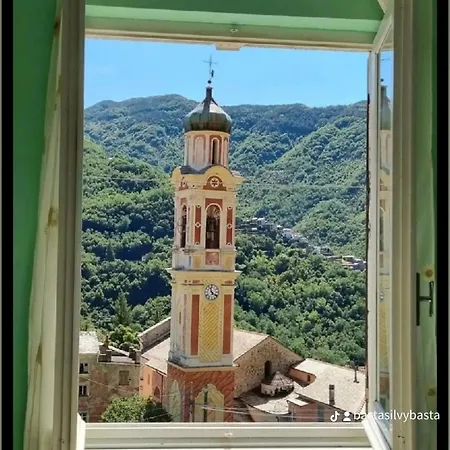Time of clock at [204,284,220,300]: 11:21
